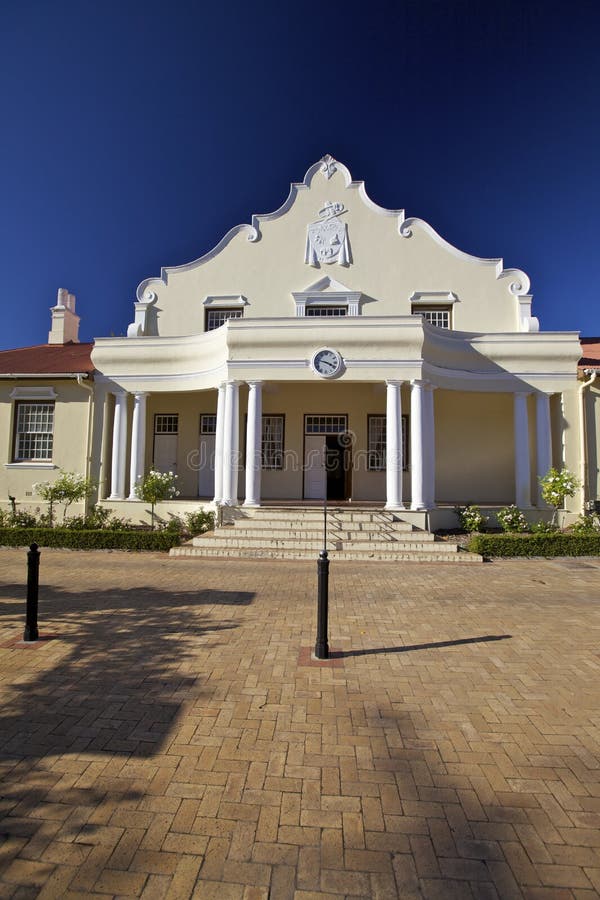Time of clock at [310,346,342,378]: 3:47
